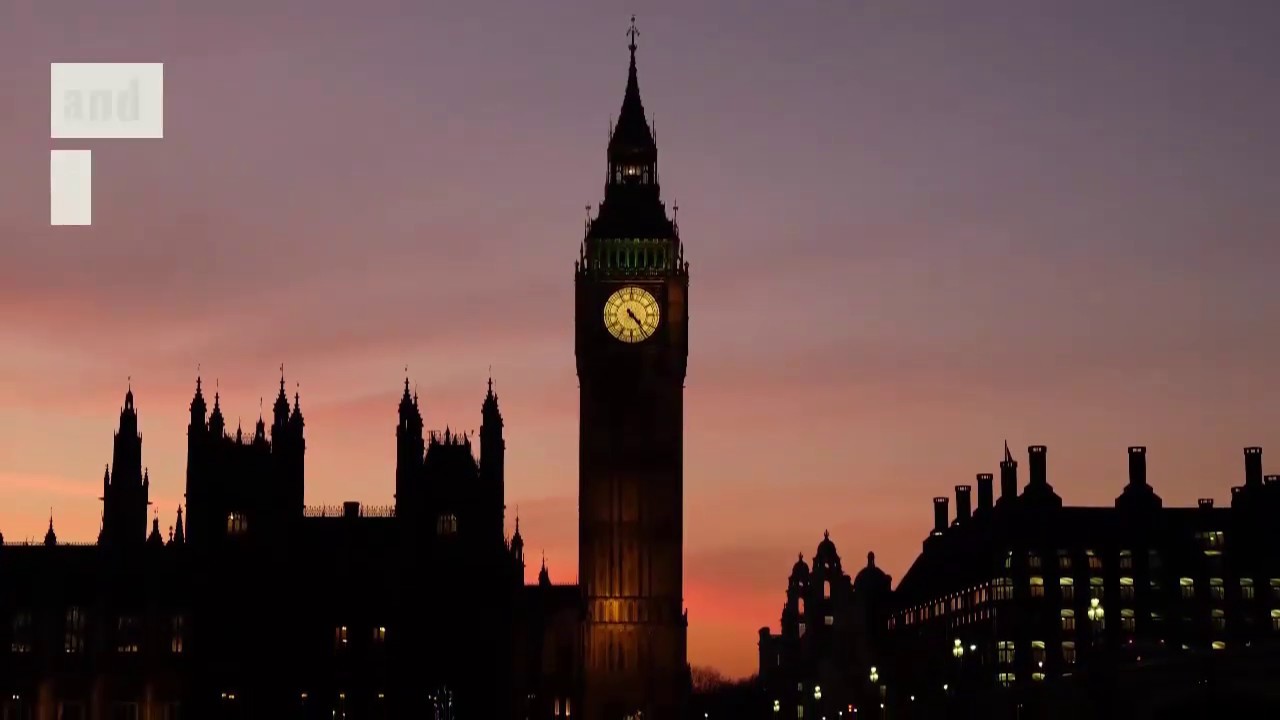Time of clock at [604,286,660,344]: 4:23
